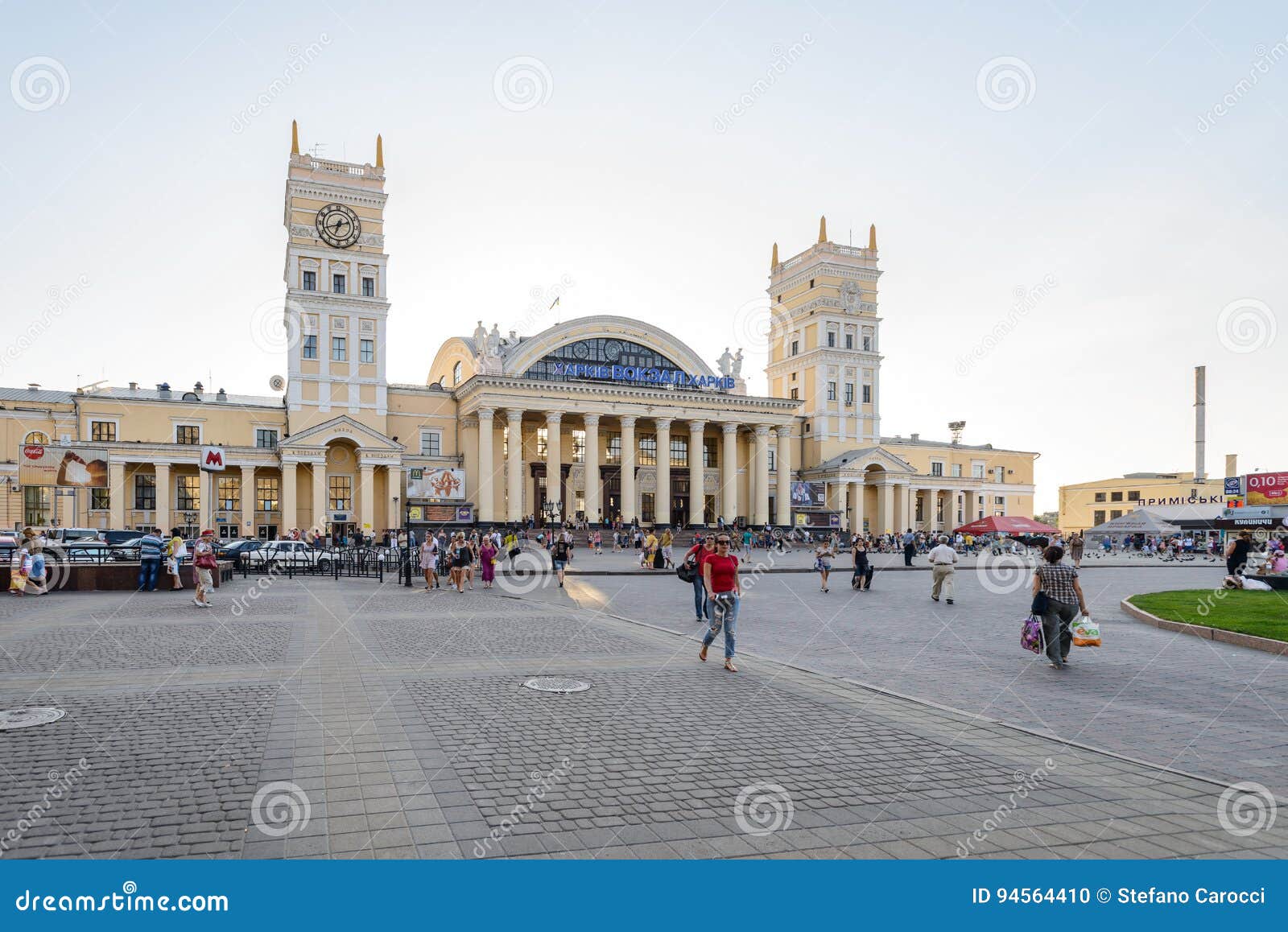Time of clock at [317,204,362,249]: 6:42
